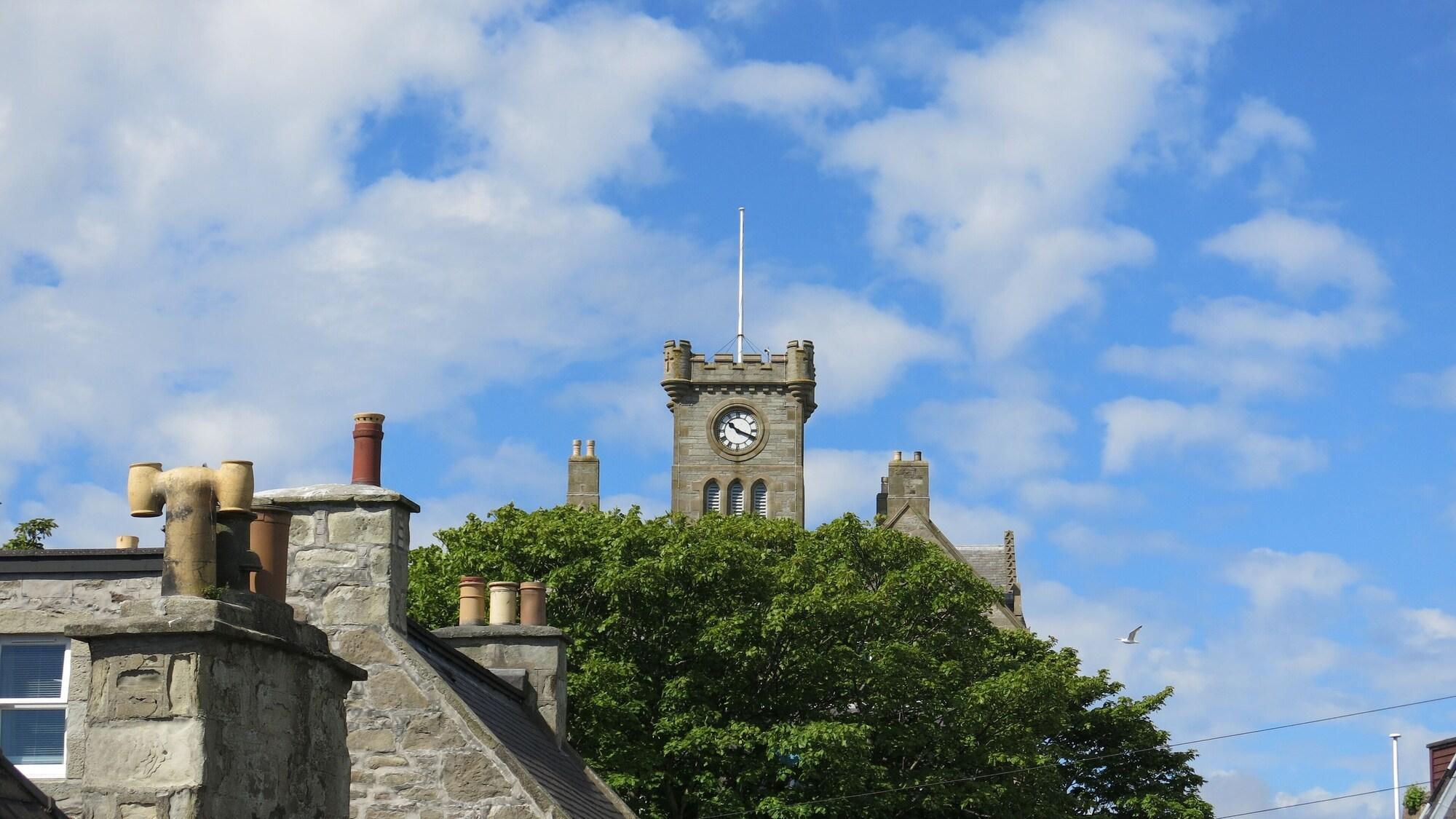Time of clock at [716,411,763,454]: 10:18
